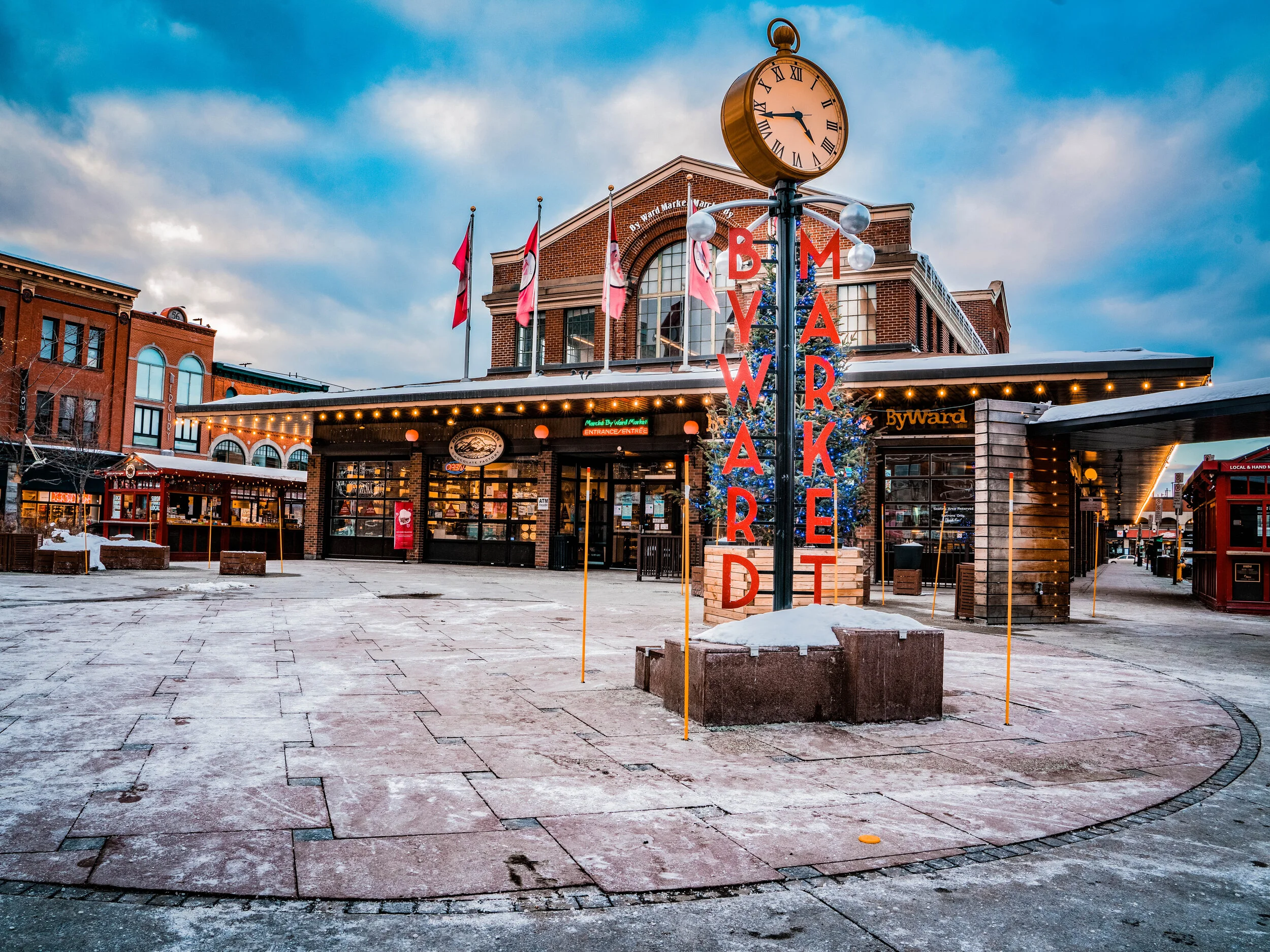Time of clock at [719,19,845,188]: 4:42
